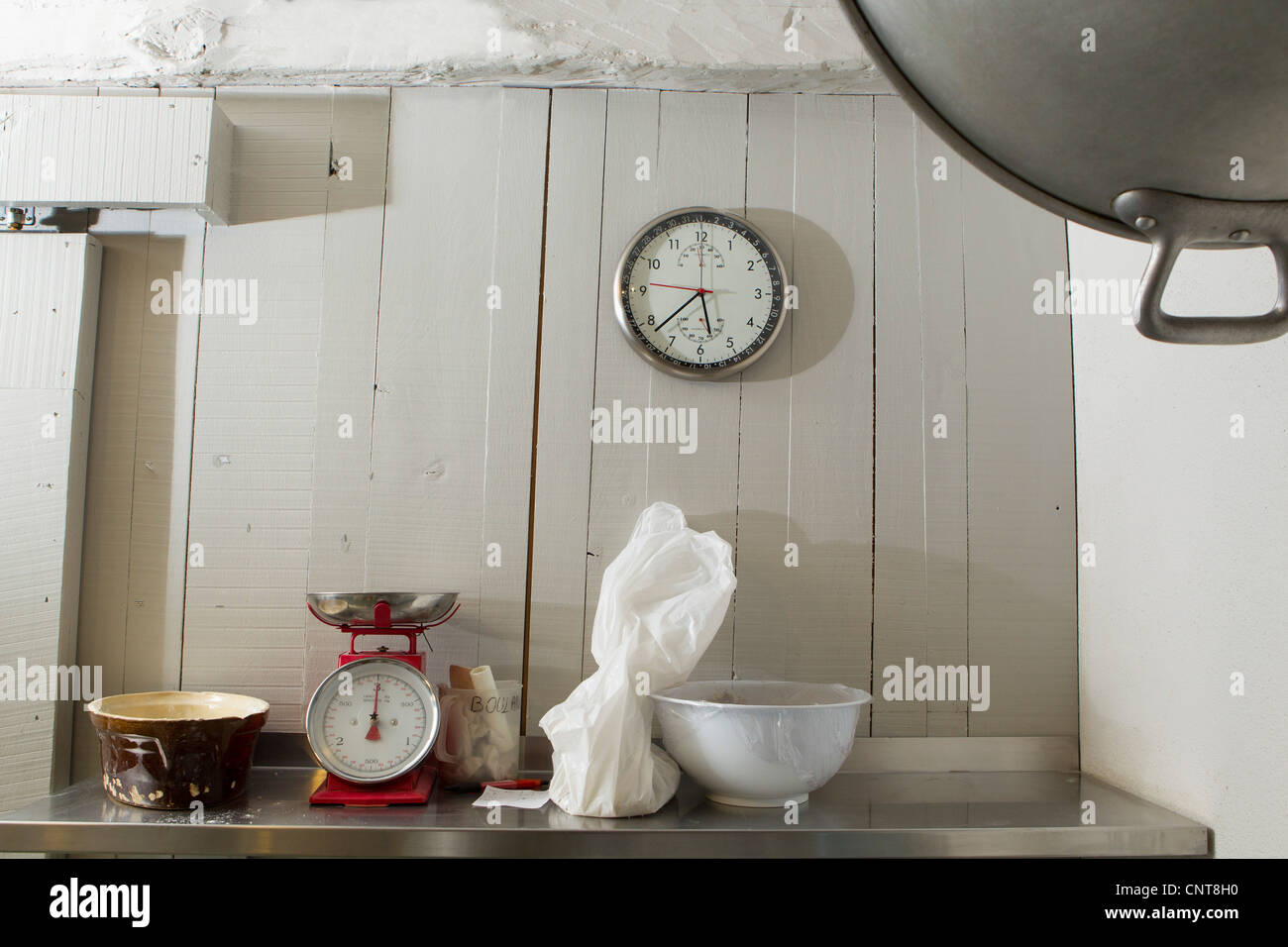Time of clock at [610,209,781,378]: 5:38
